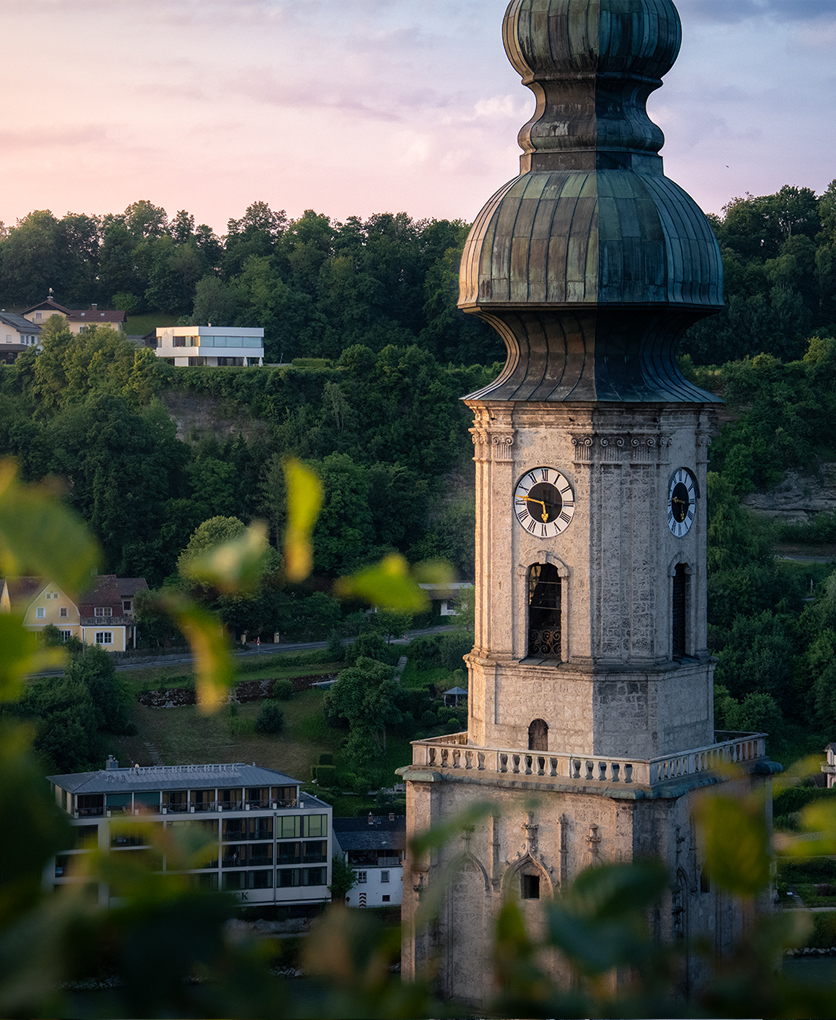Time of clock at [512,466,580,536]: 5:46
